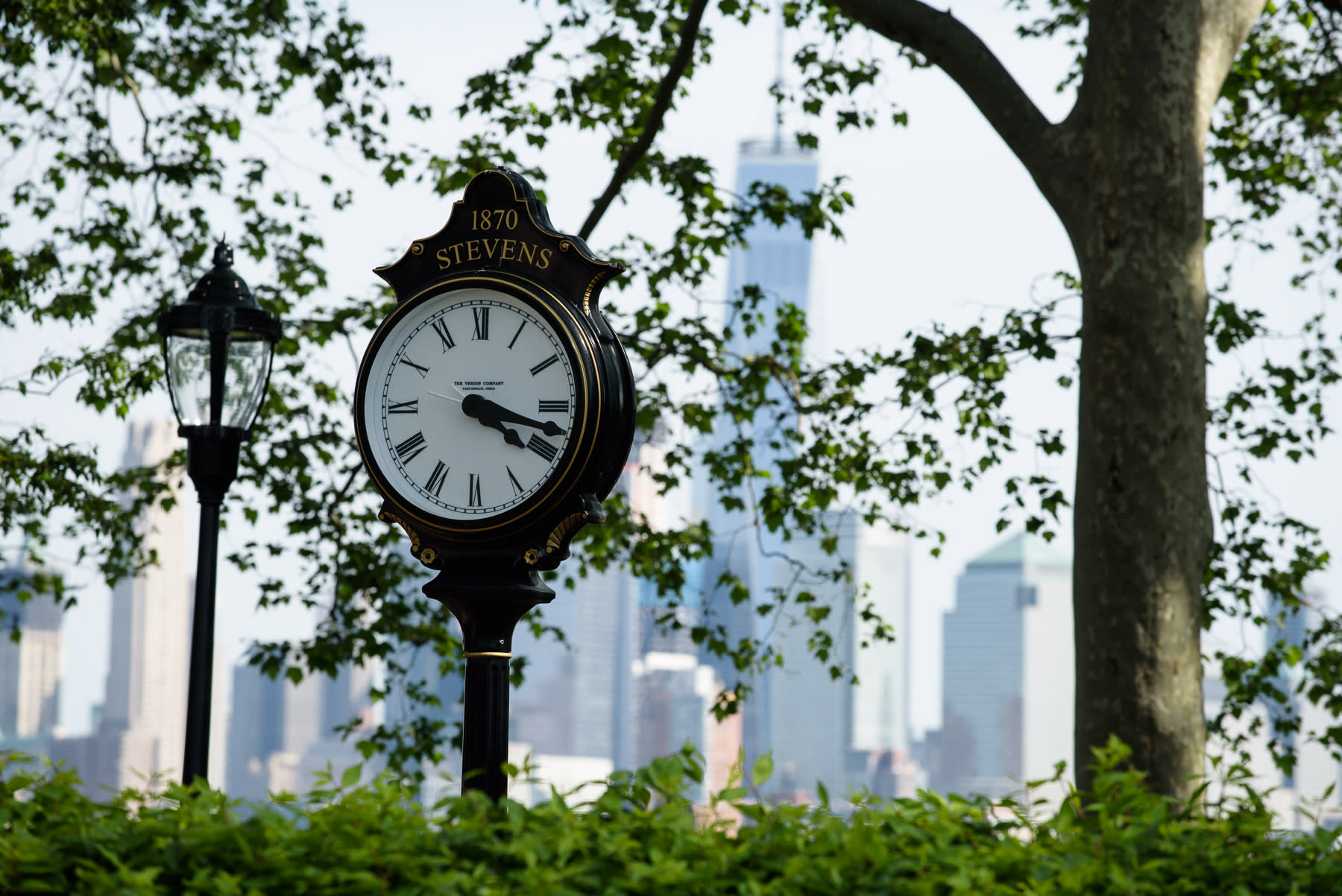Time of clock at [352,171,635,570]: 4:17
